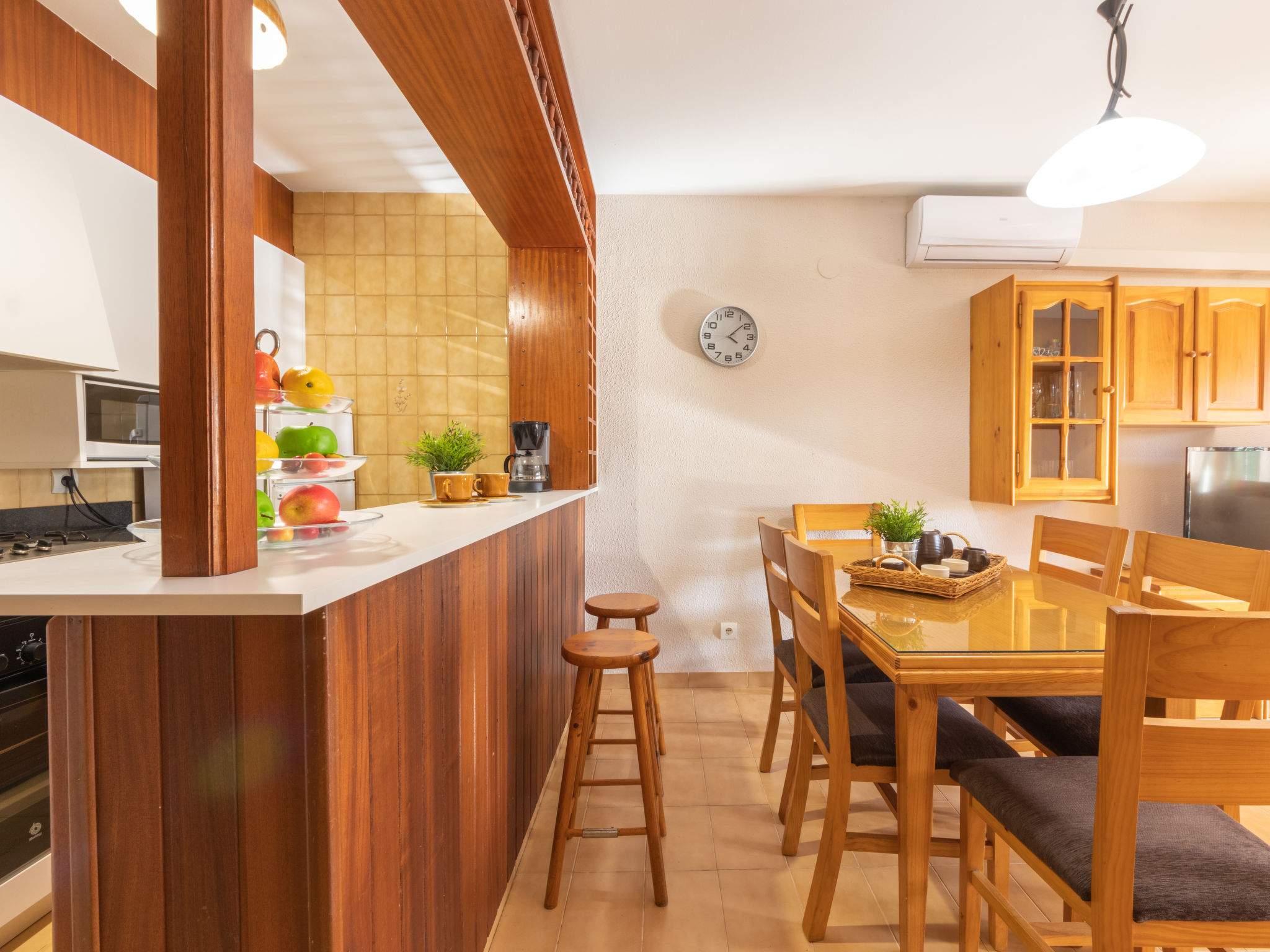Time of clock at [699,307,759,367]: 4:08
